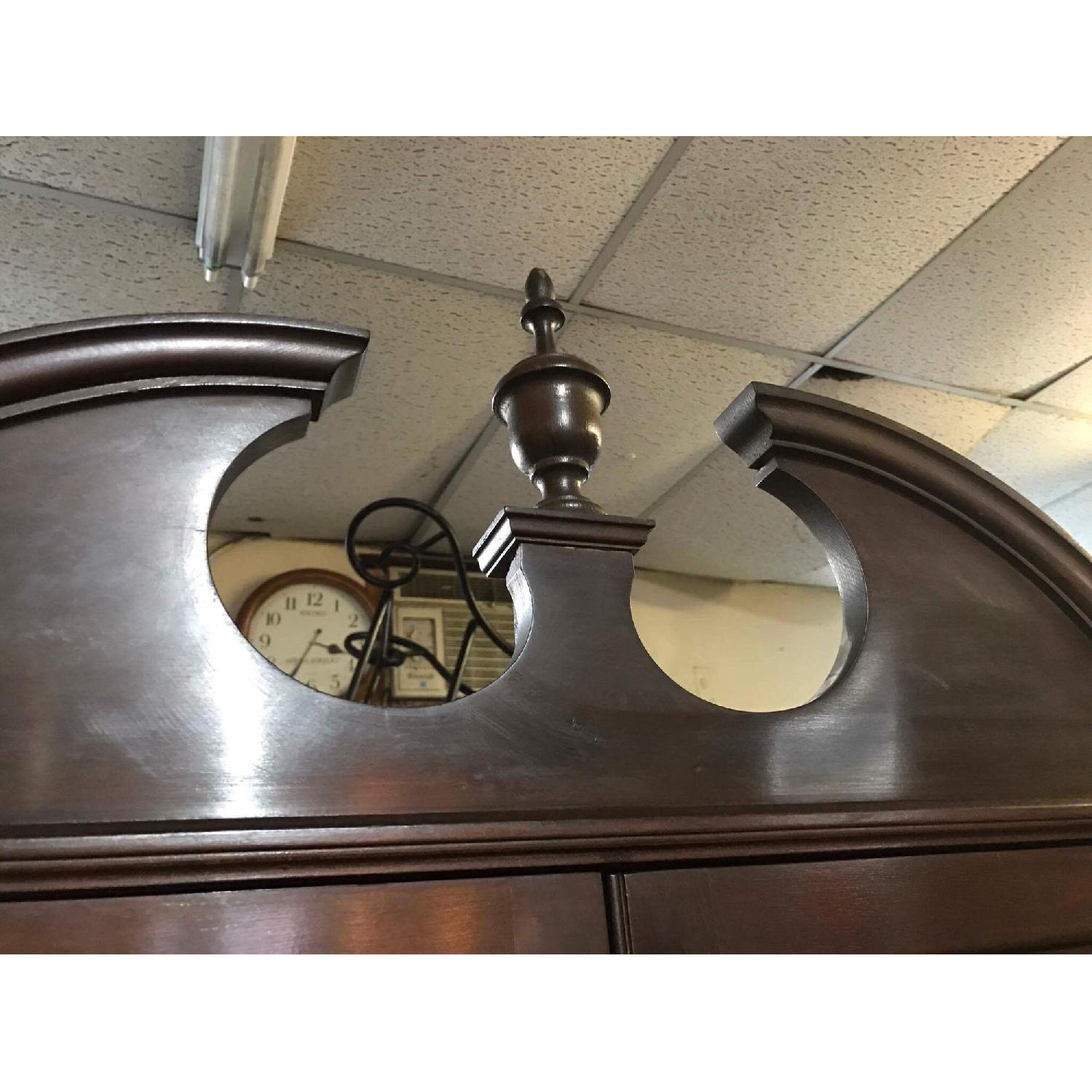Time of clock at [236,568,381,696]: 3:34
